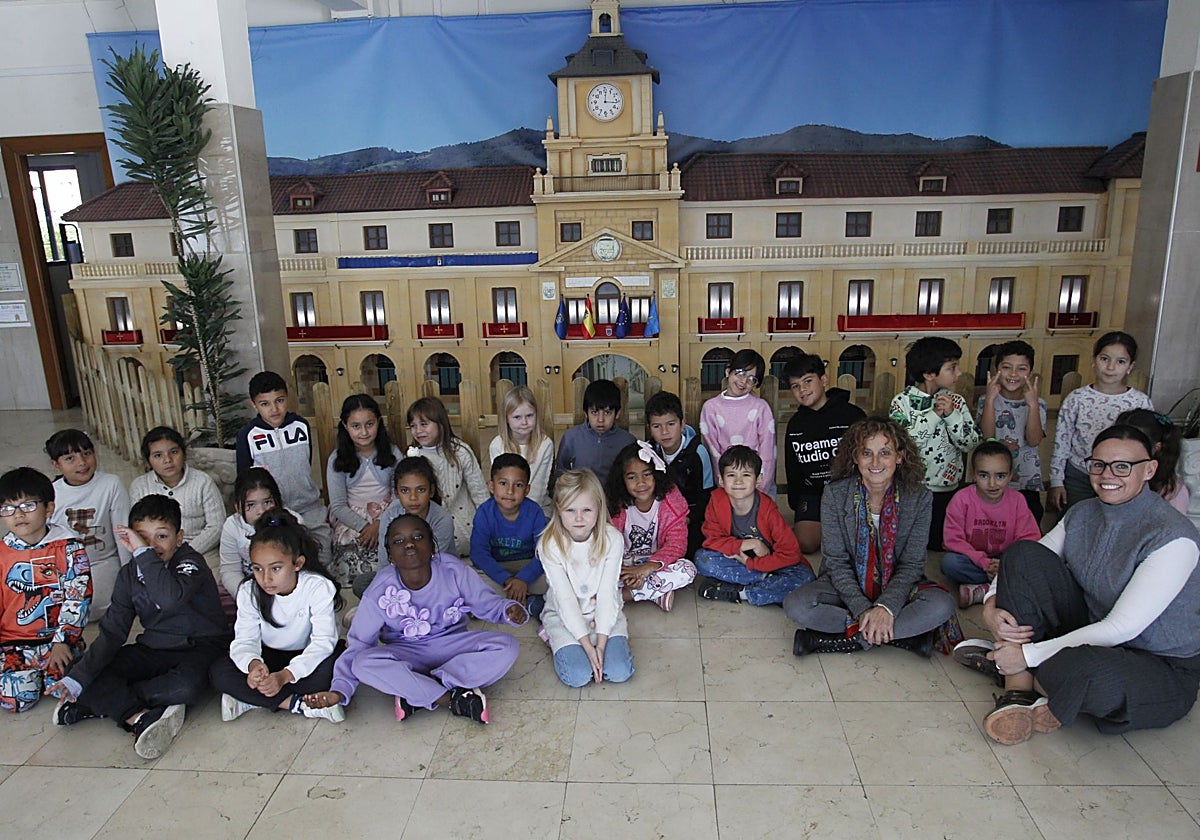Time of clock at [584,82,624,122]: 12:16
